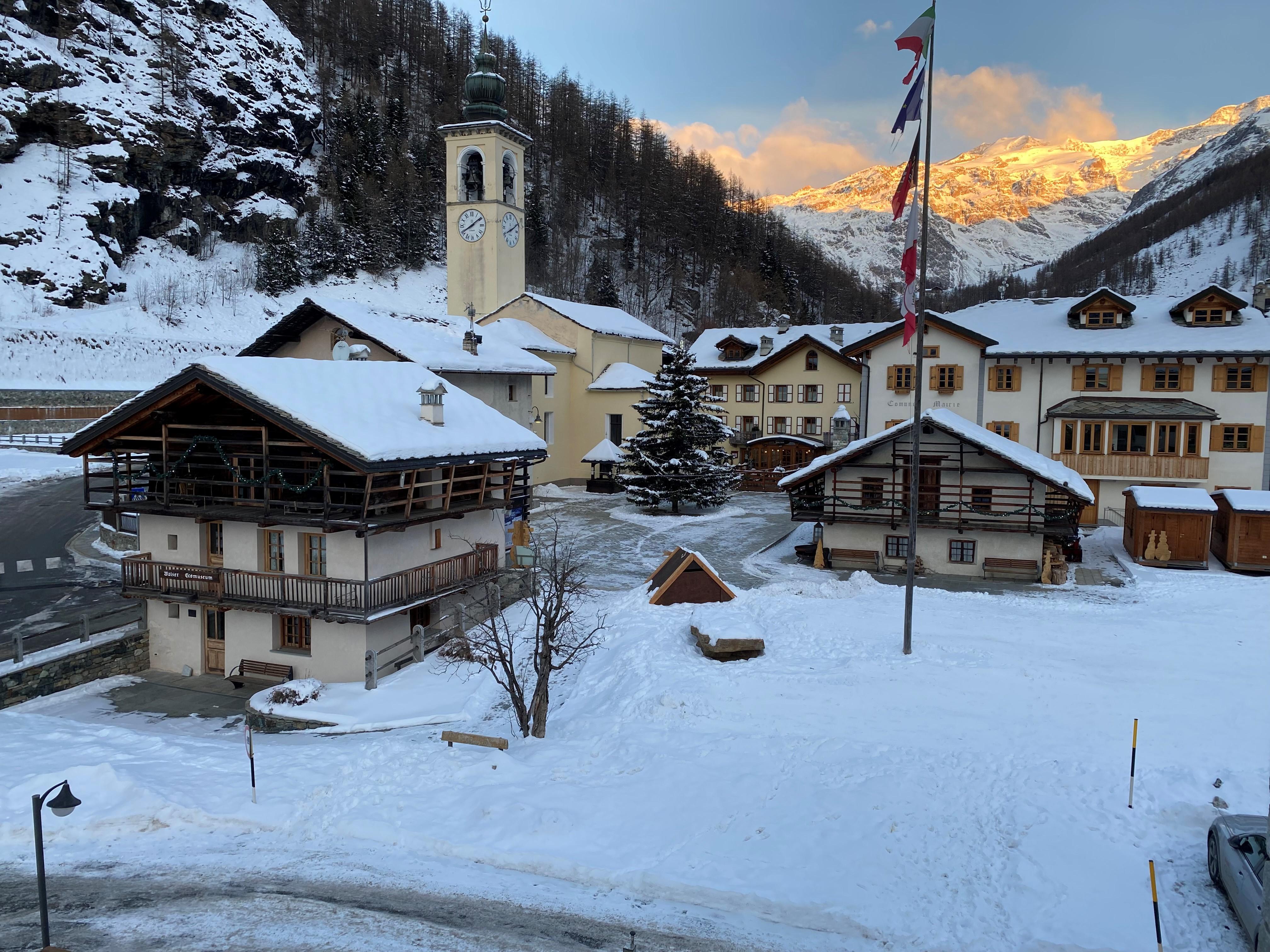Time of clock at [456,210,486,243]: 8:09
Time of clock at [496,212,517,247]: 8:10
